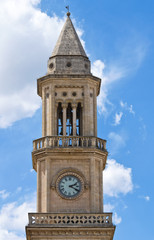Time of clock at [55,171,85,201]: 2:19
